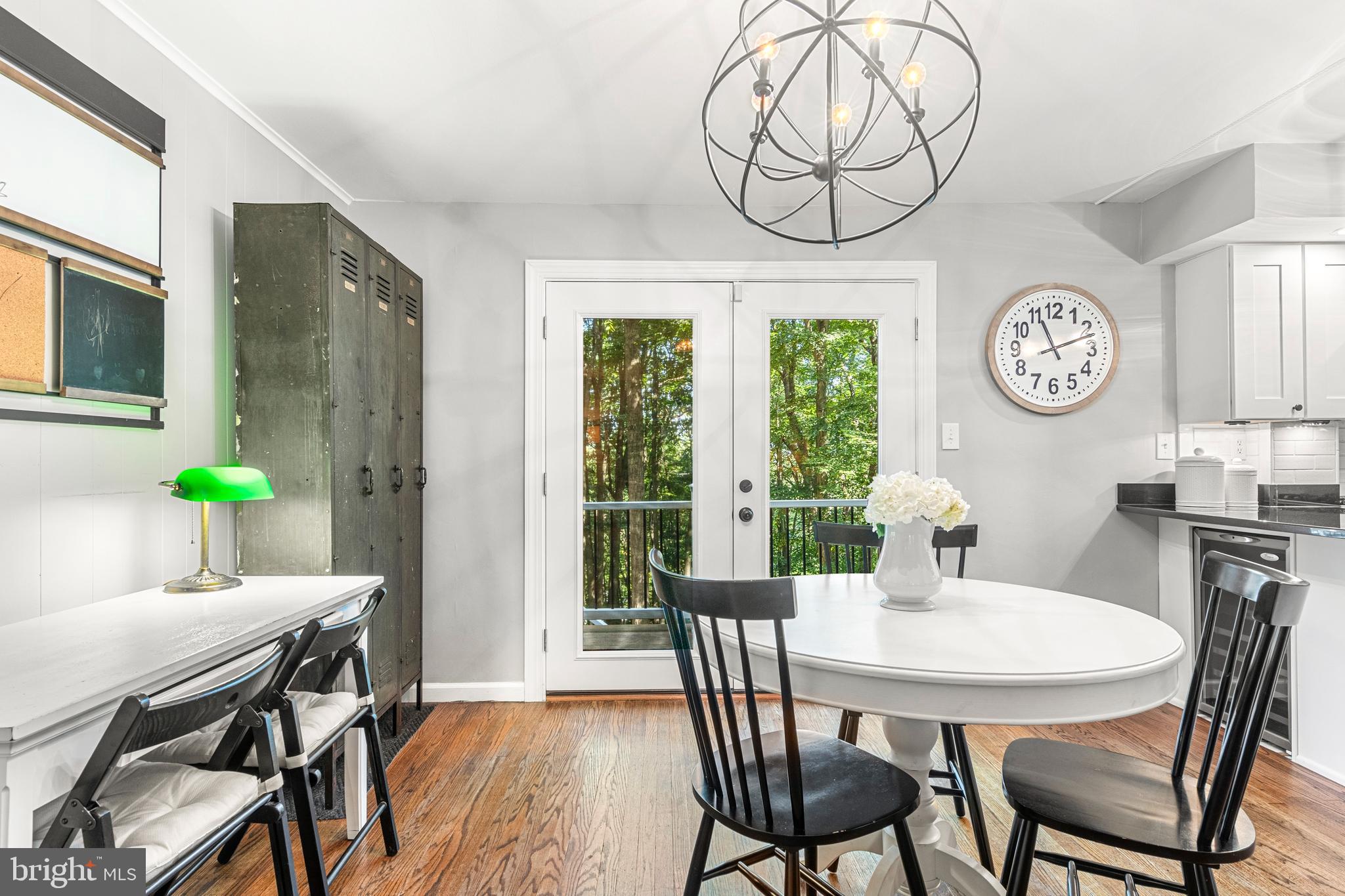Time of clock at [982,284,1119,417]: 11:11
